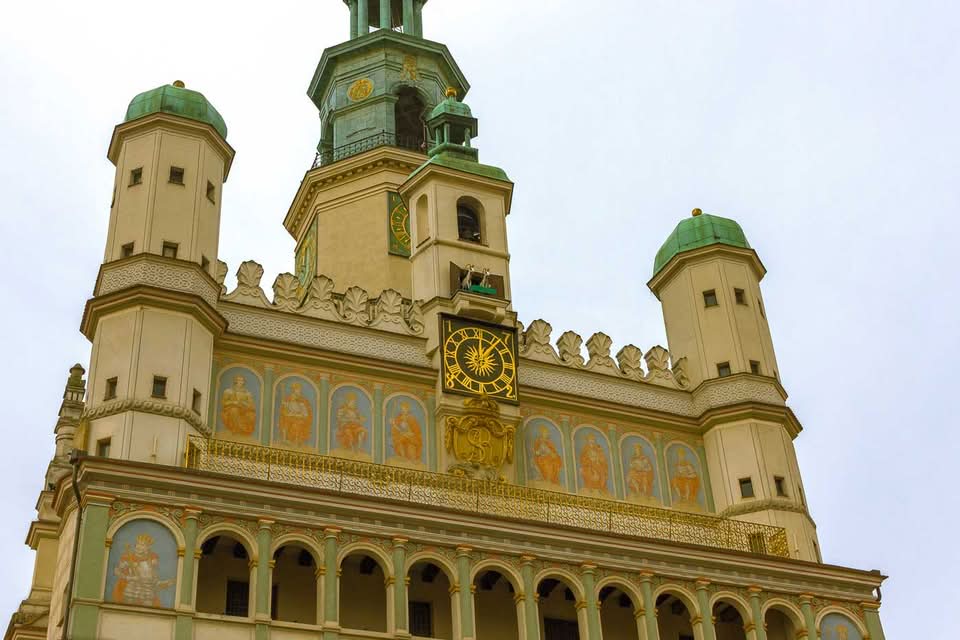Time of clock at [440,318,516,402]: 12:06
